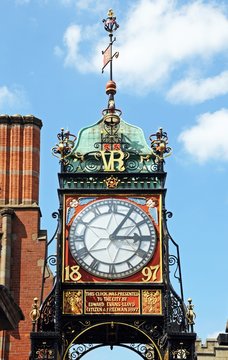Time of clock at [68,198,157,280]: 3:05
